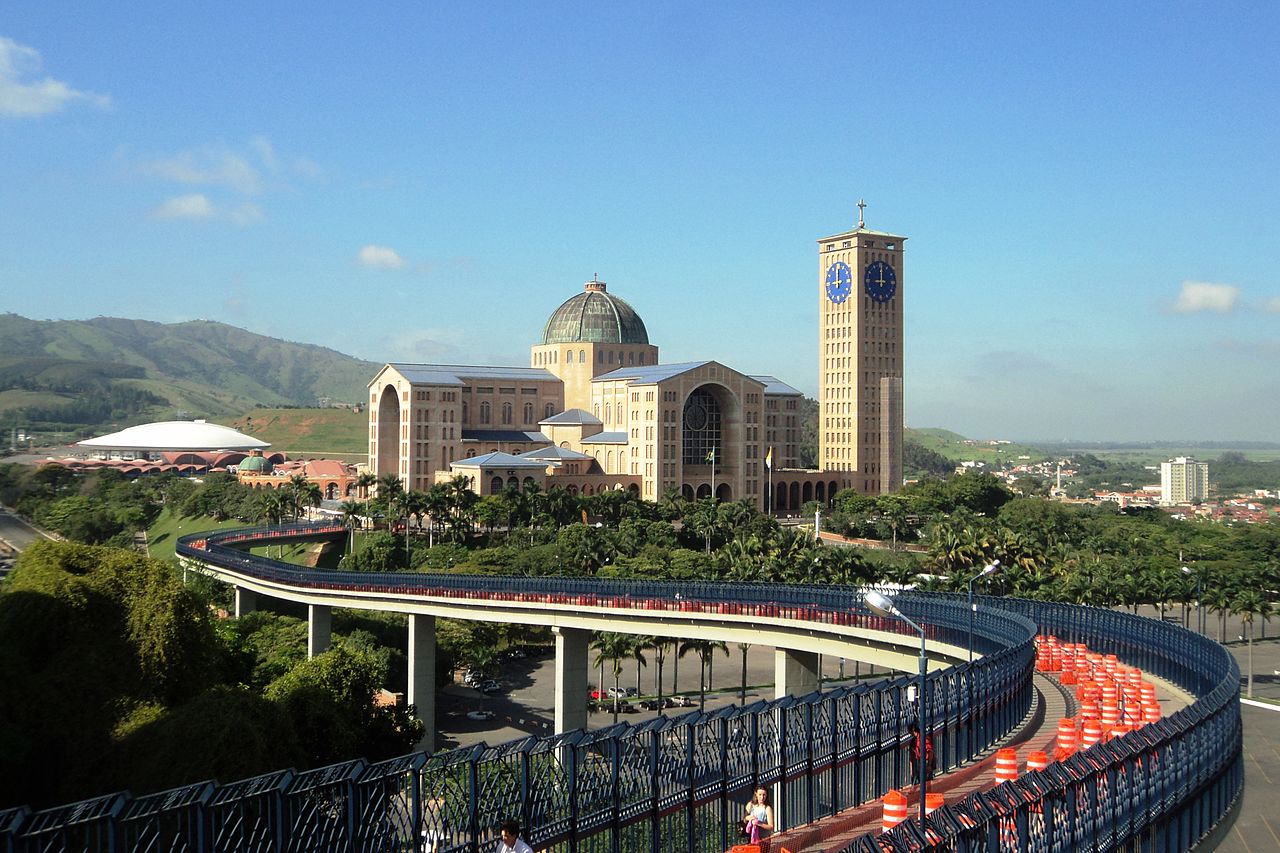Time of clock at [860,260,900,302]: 9:00
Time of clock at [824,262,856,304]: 8:59
